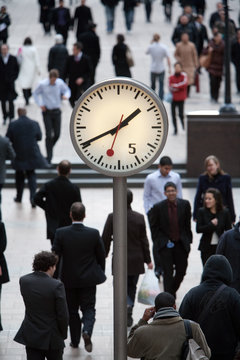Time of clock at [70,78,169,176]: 1:40
